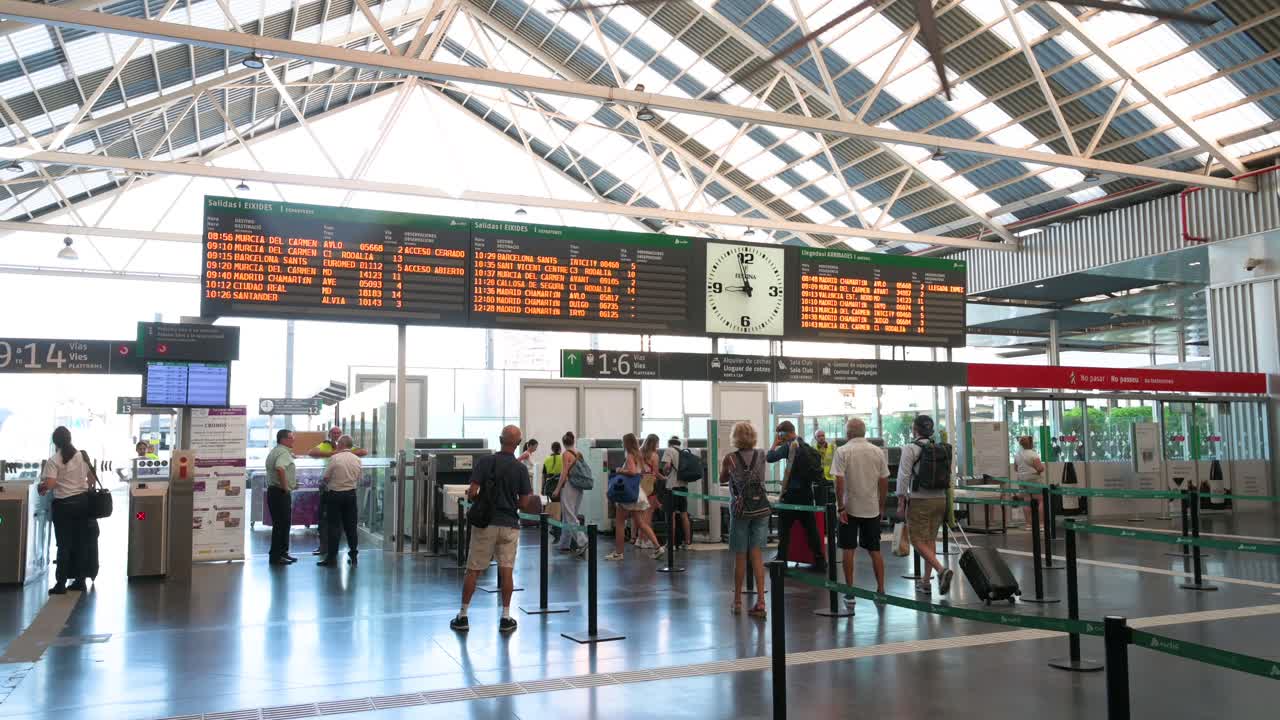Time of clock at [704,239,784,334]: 8:57
